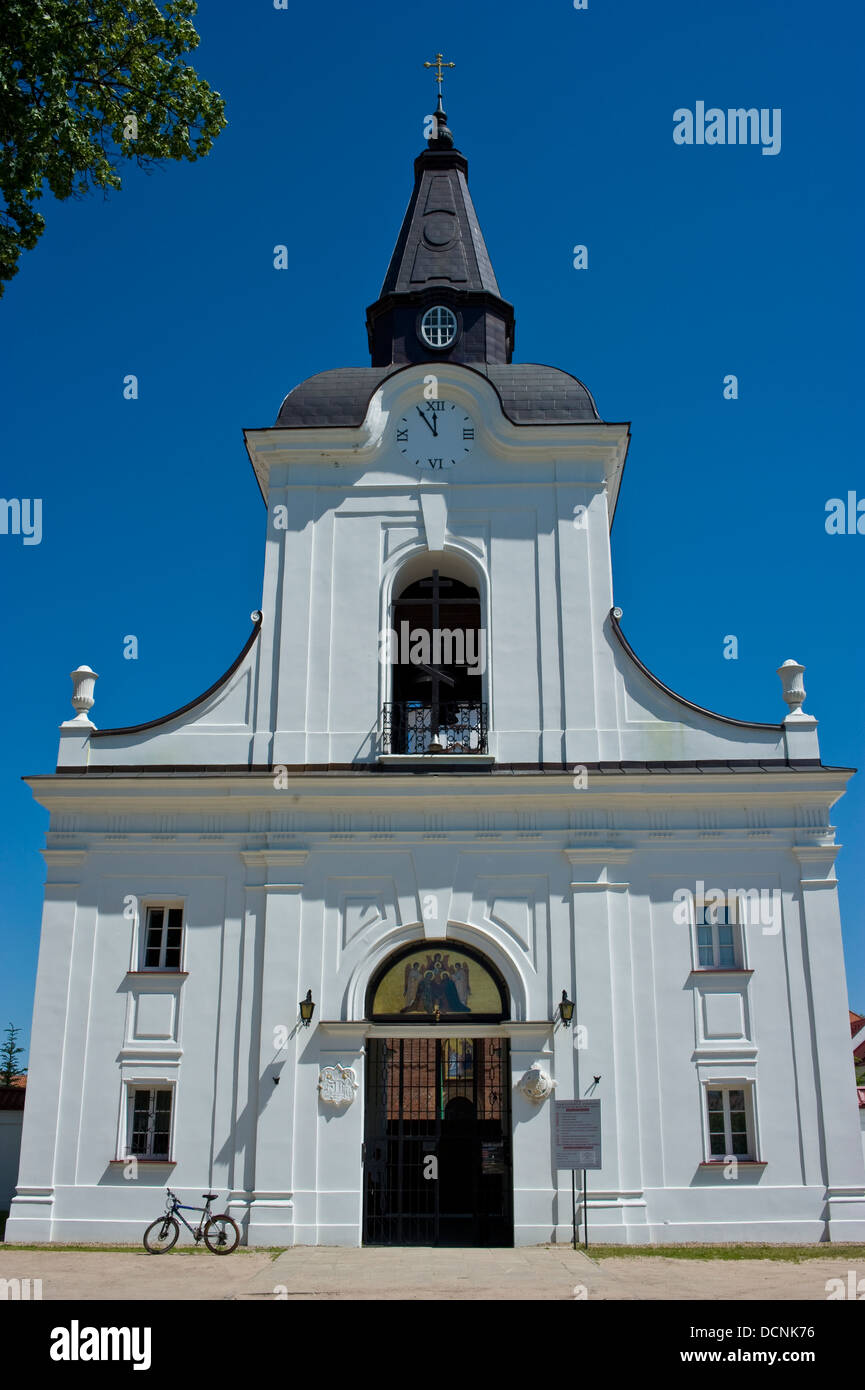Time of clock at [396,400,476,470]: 11:54
